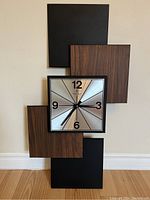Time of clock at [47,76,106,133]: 7:16
